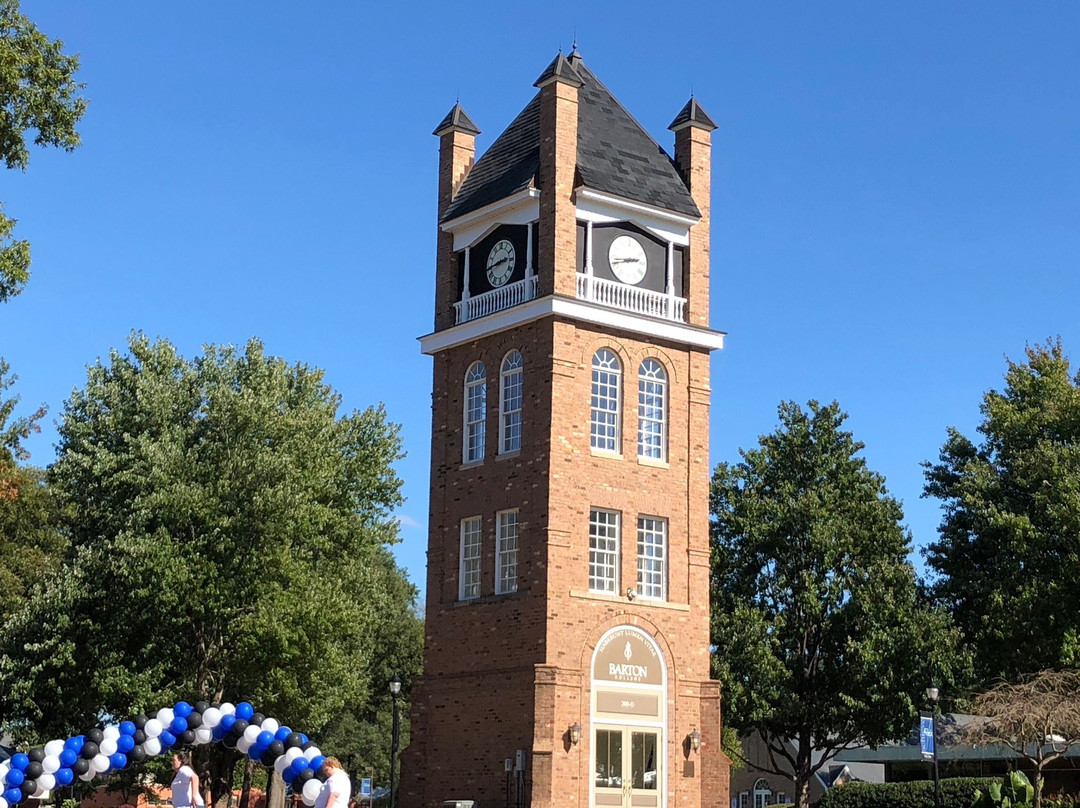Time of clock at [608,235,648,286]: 2:42
